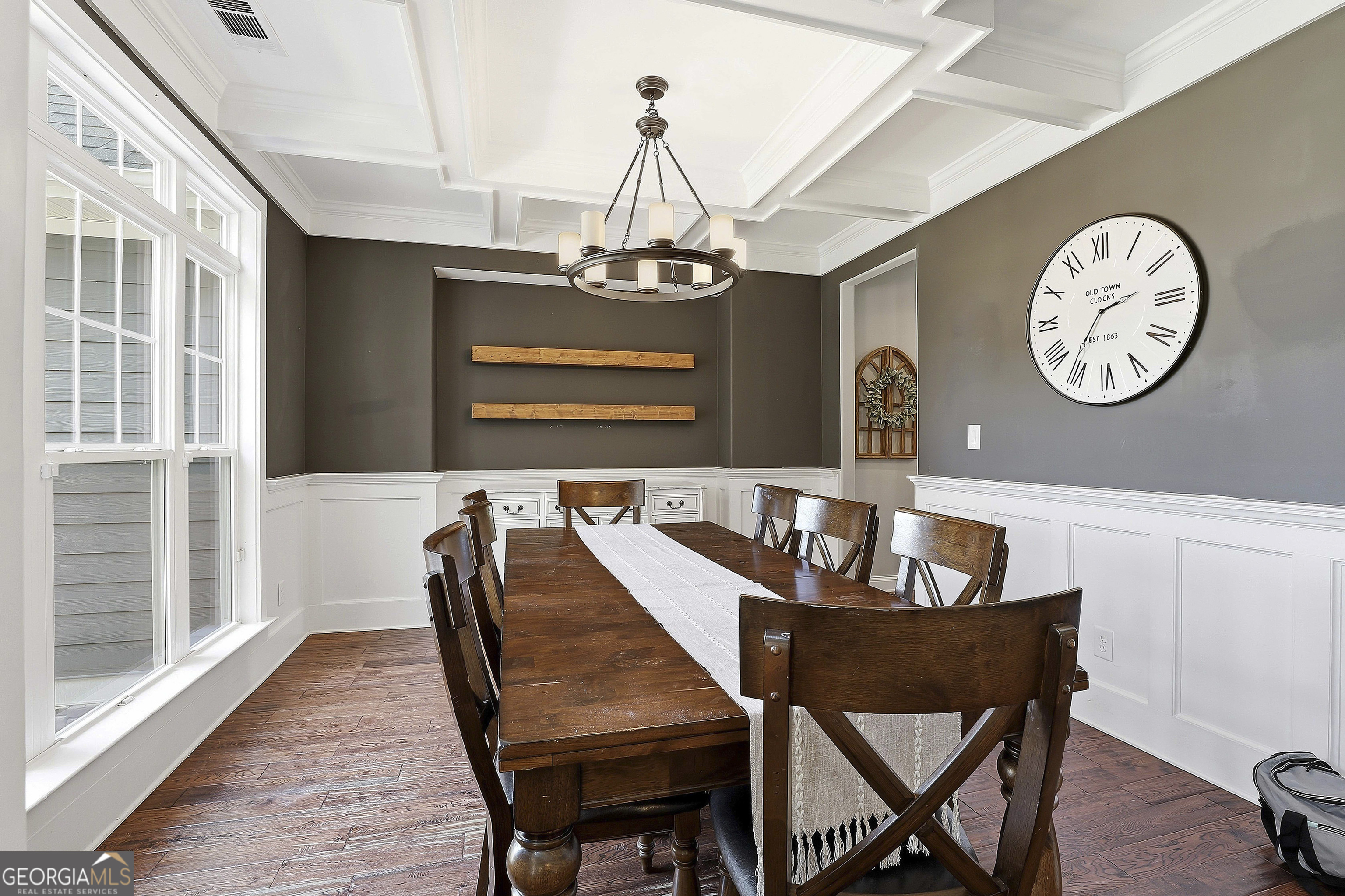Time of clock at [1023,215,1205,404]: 2:36
